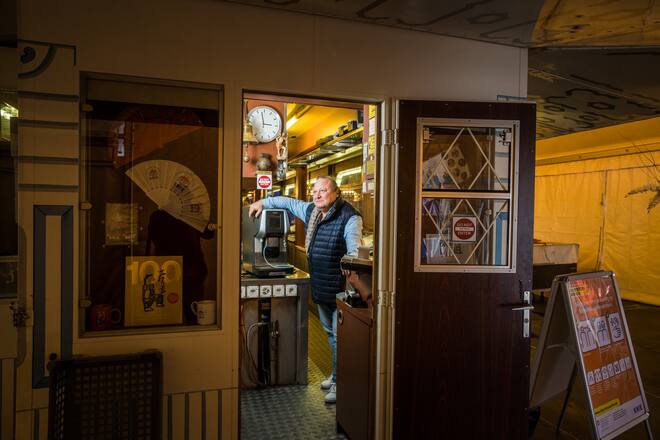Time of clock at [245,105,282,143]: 2:58
